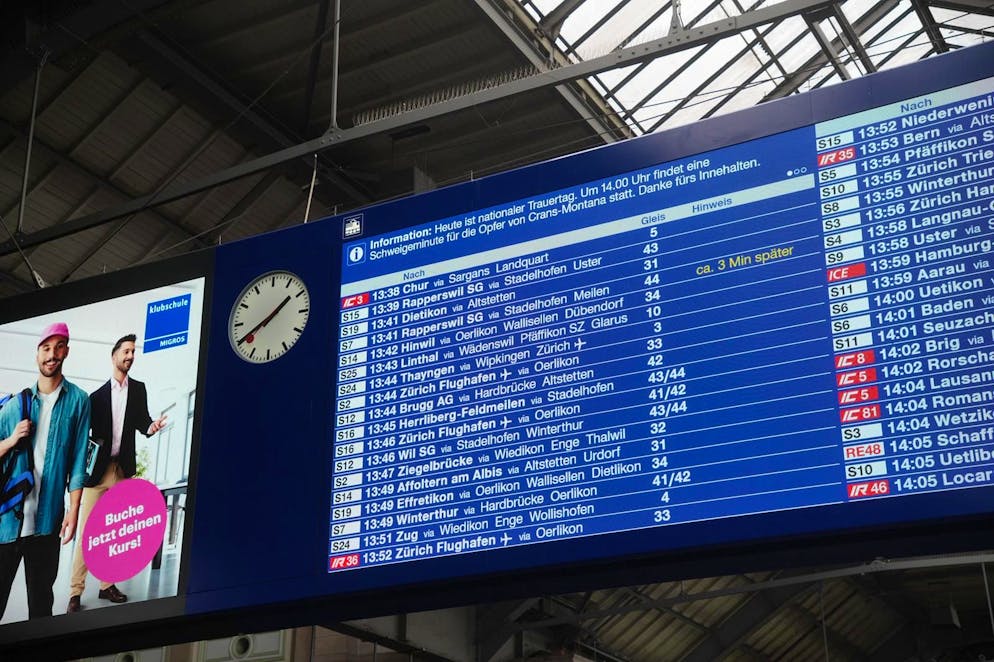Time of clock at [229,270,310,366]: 1:40
